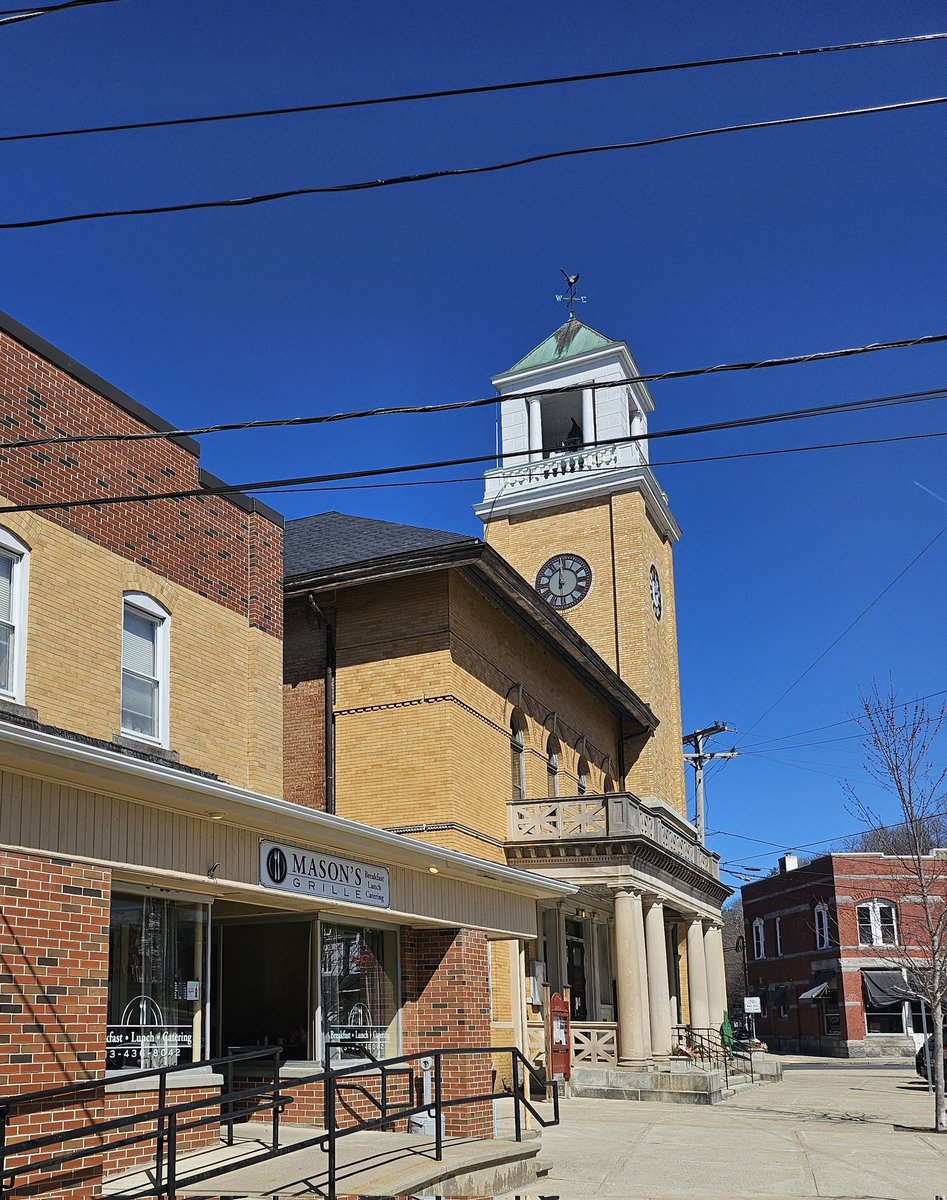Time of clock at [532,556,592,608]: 11:59
